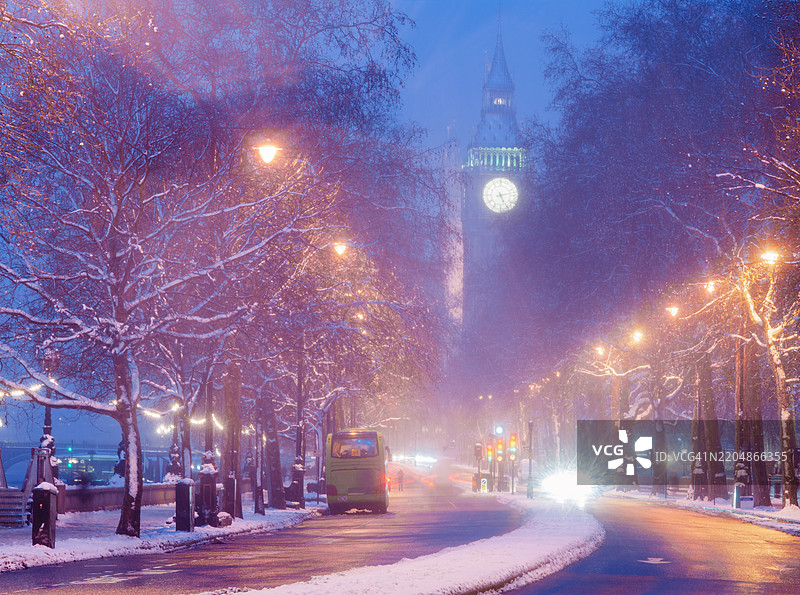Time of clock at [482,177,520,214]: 5:12
